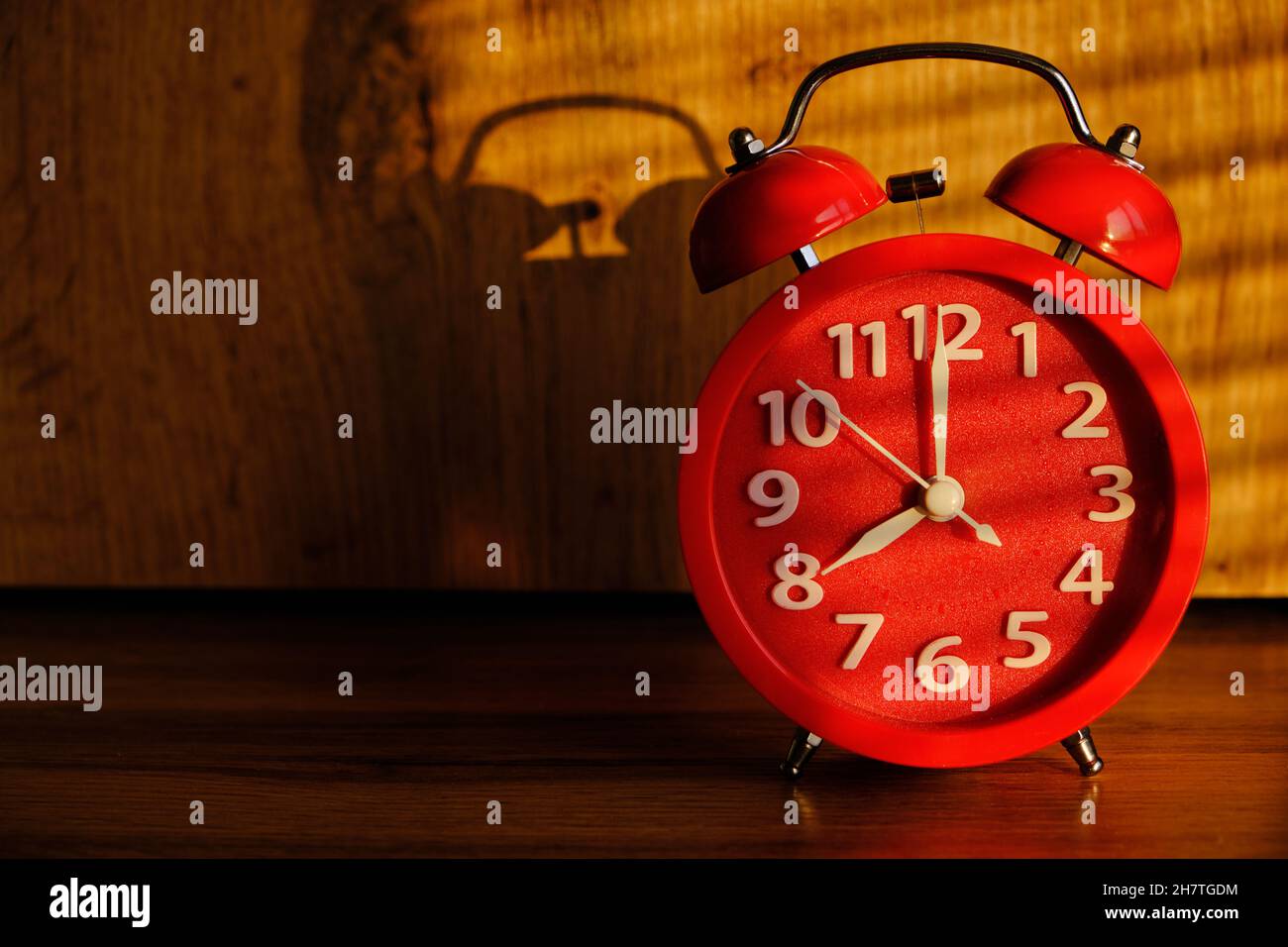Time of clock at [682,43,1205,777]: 8:00
